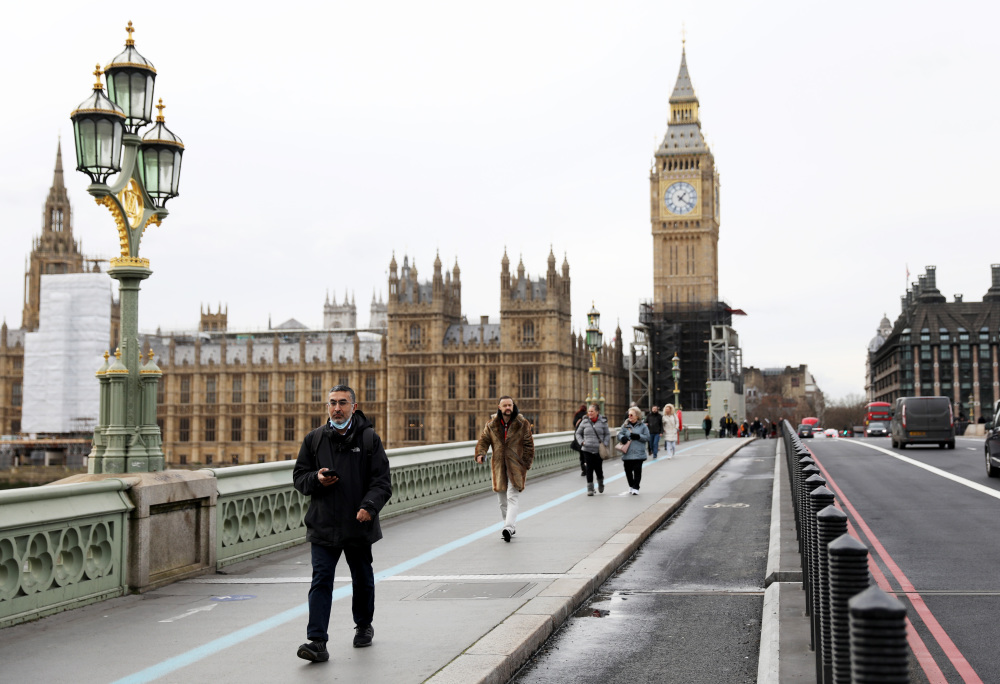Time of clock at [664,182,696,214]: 1:21
